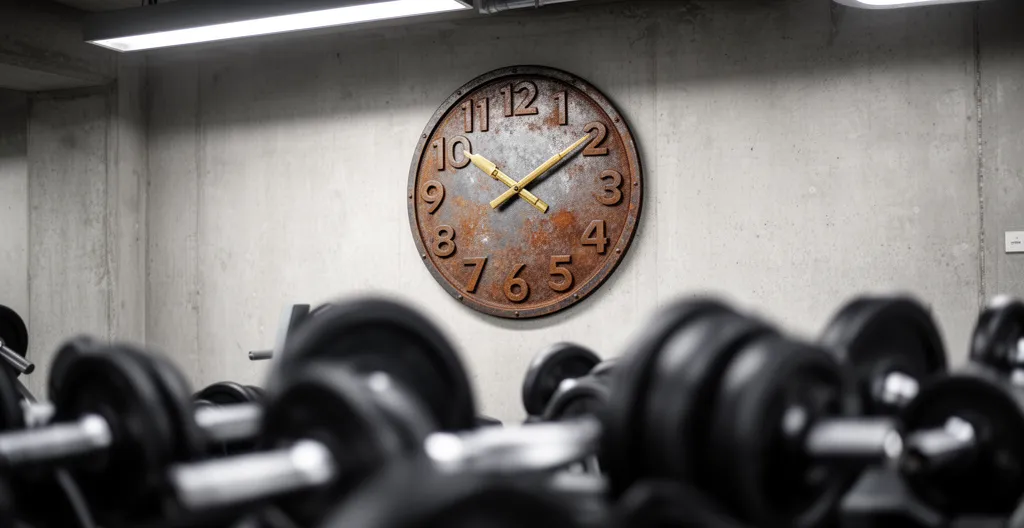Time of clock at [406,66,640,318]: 2:09
